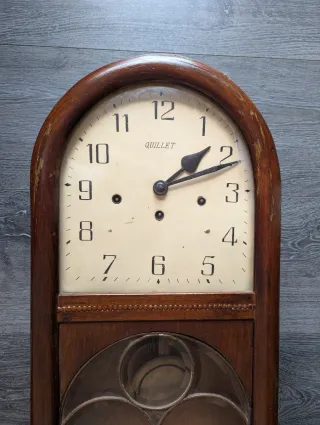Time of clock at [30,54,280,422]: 1:11
